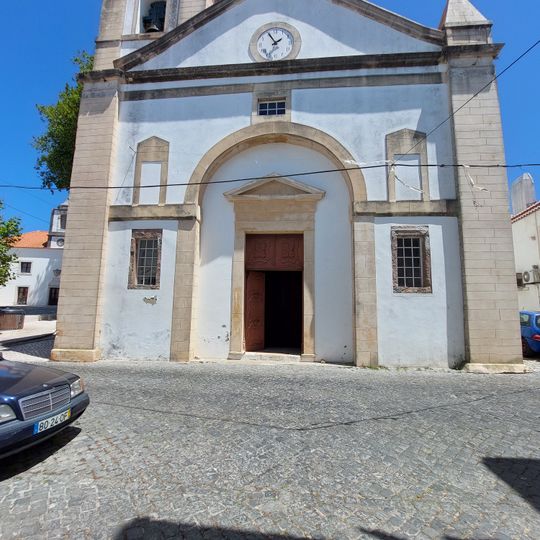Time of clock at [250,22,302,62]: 1:55
